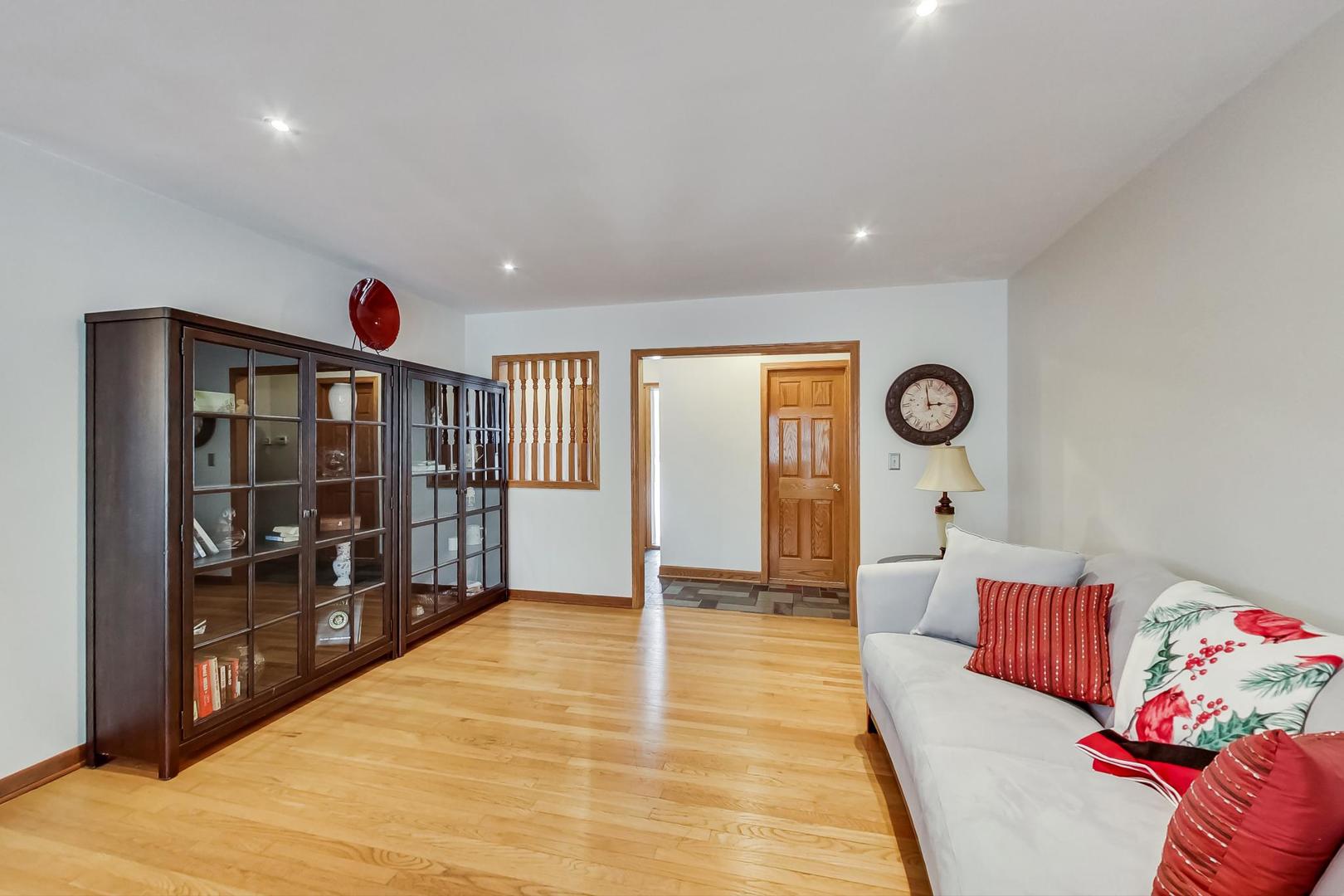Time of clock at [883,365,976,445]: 2:58
